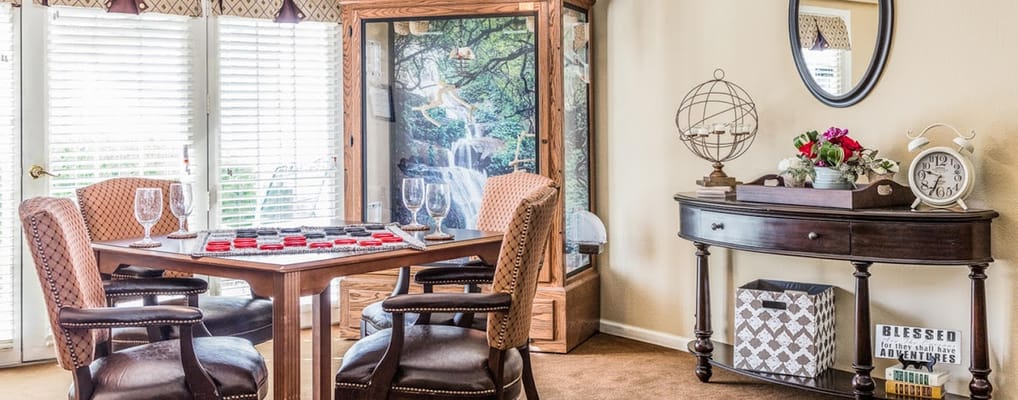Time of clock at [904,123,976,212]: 9:33
